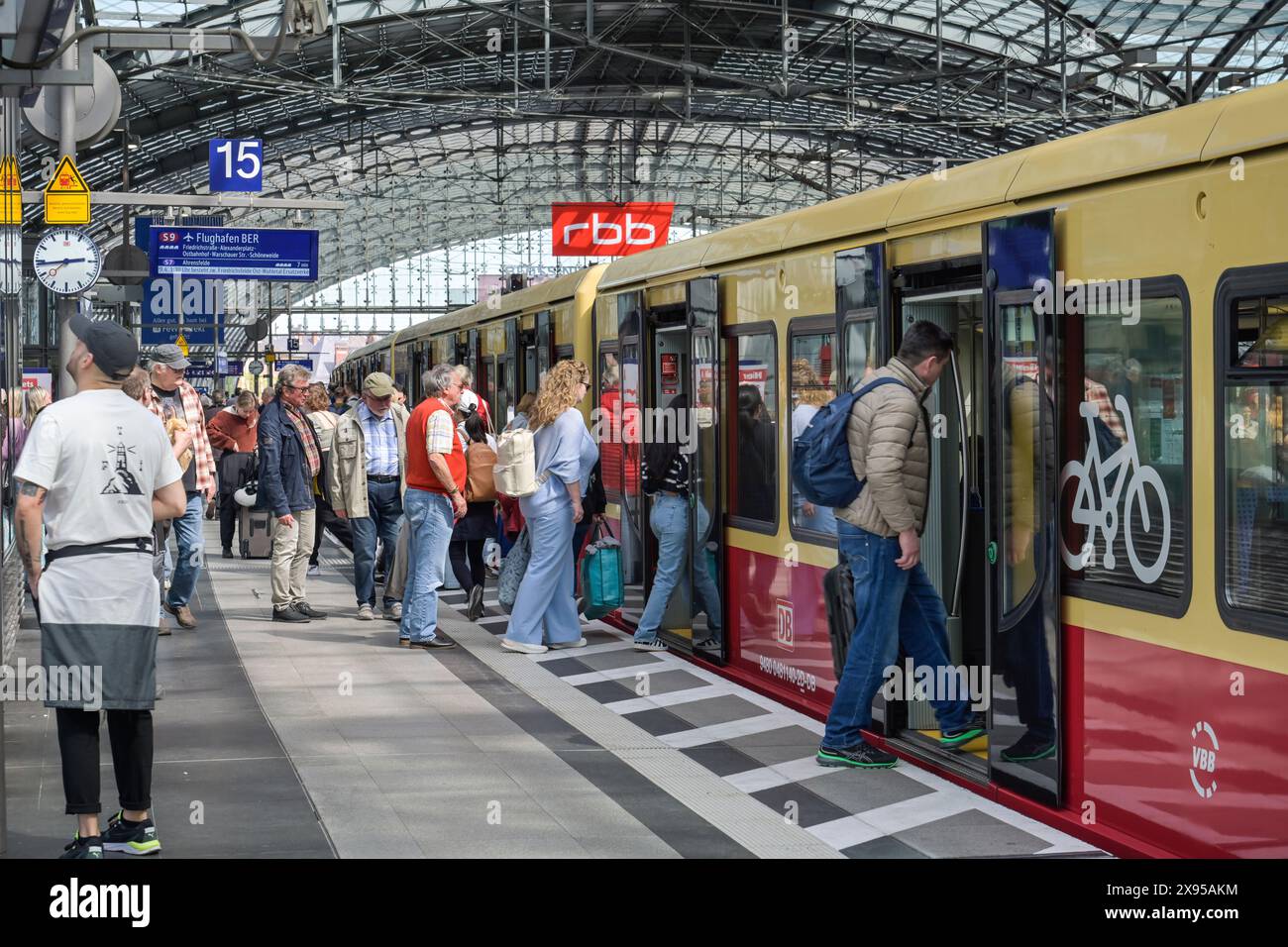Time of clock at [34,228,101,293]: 2:44
